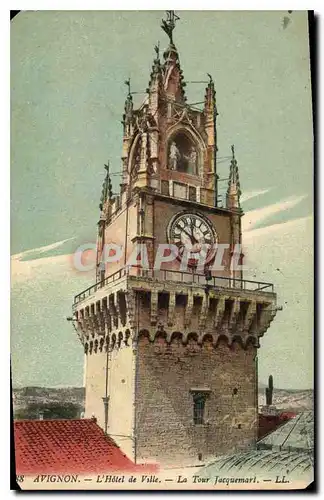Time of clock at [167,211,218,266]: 11:50
